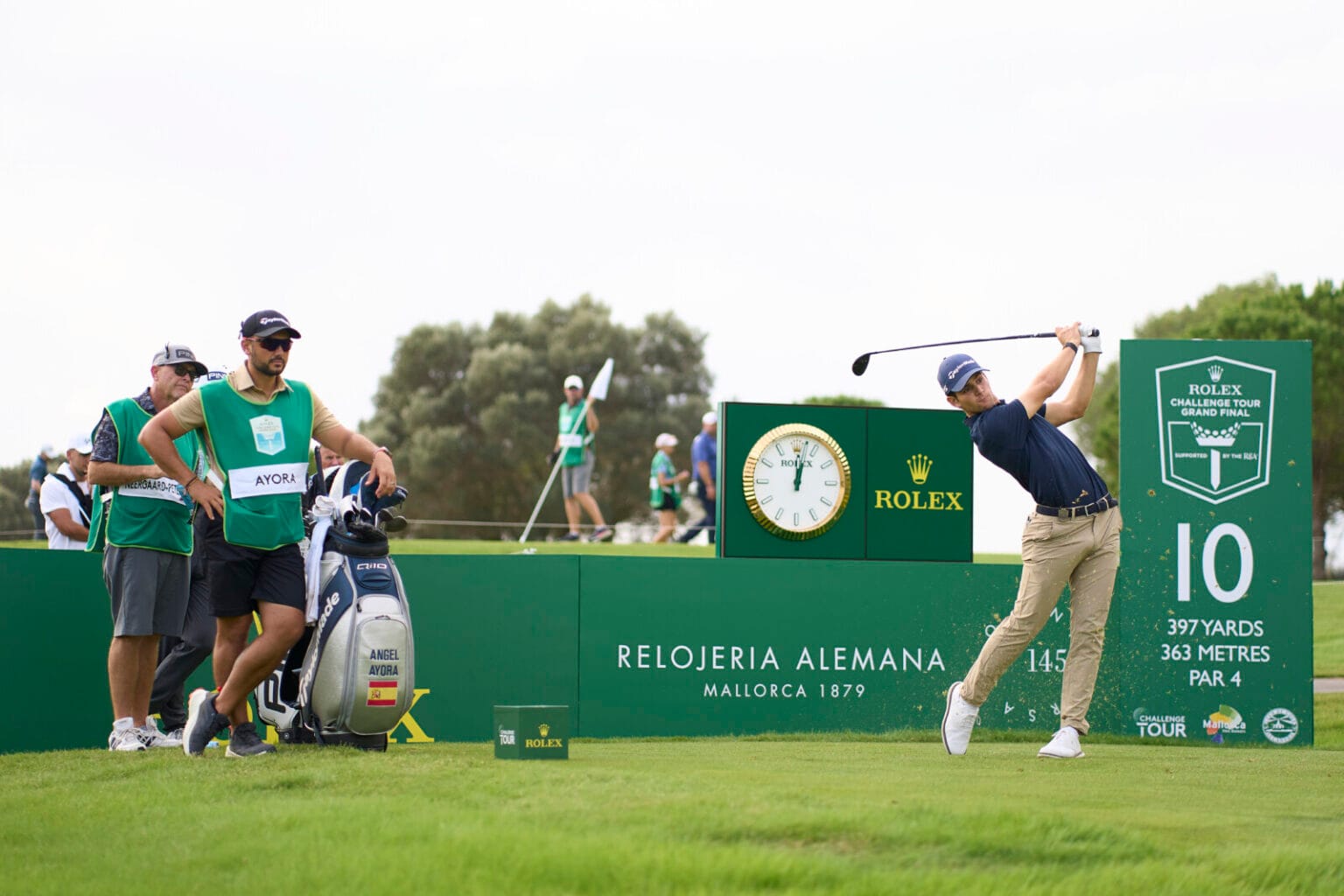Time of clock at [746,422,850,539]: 12:02
